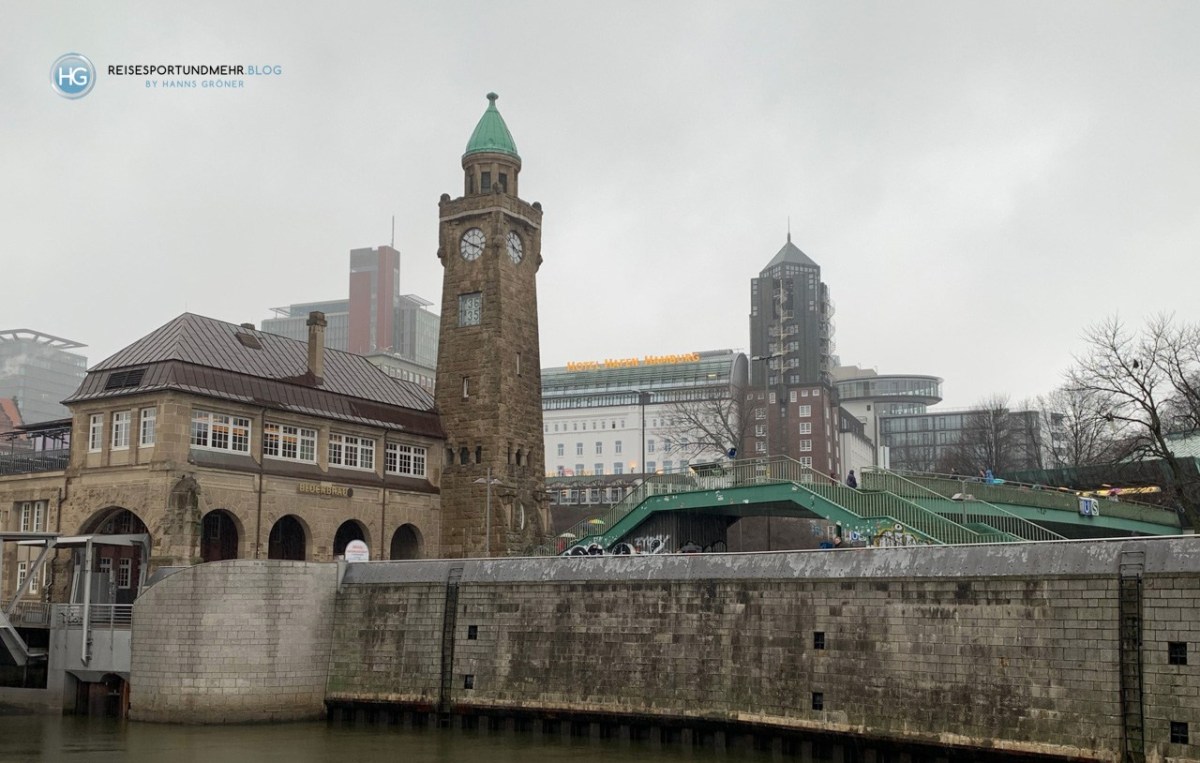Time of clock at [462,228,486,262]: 3:50
